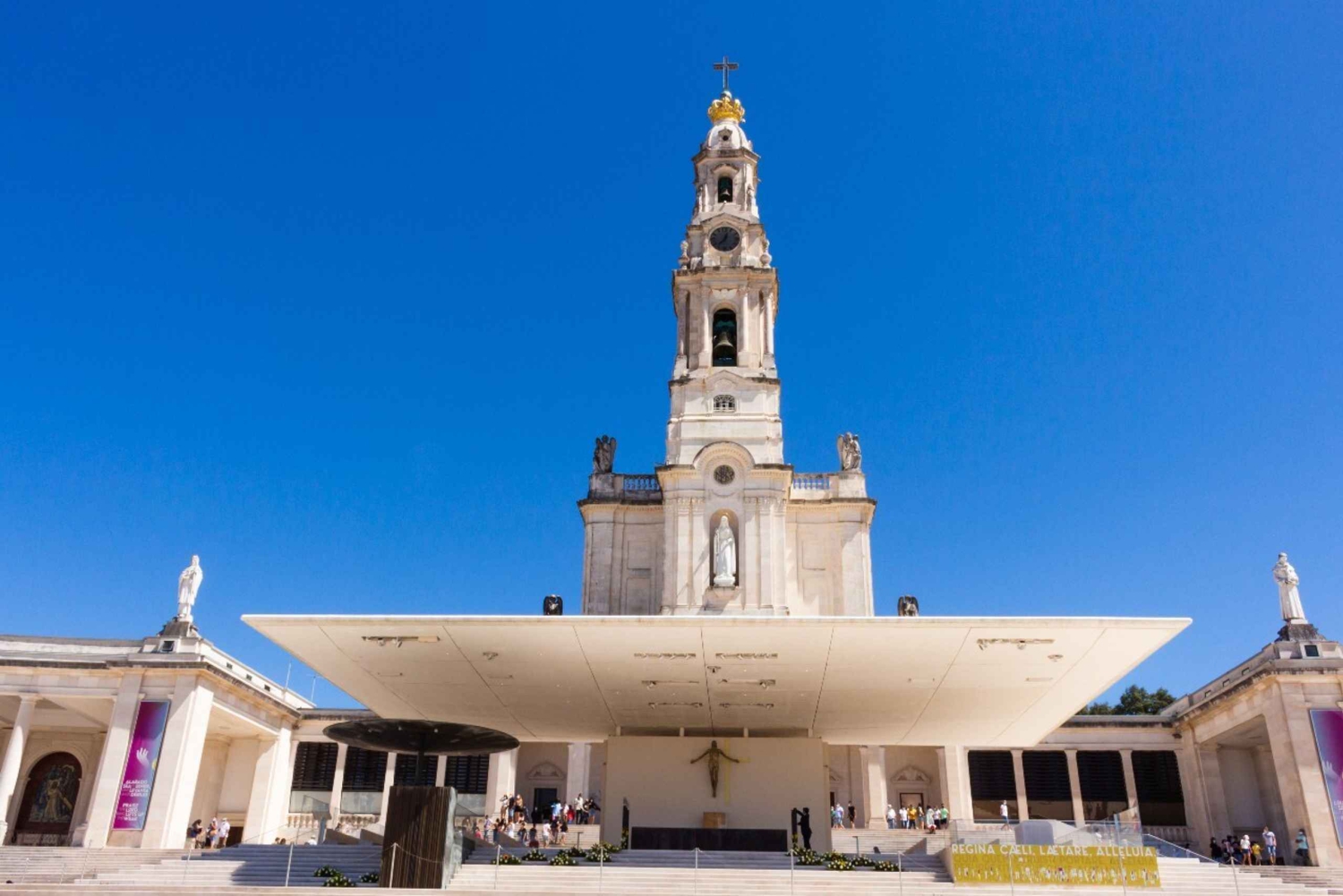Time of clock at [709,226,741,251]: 12:36
